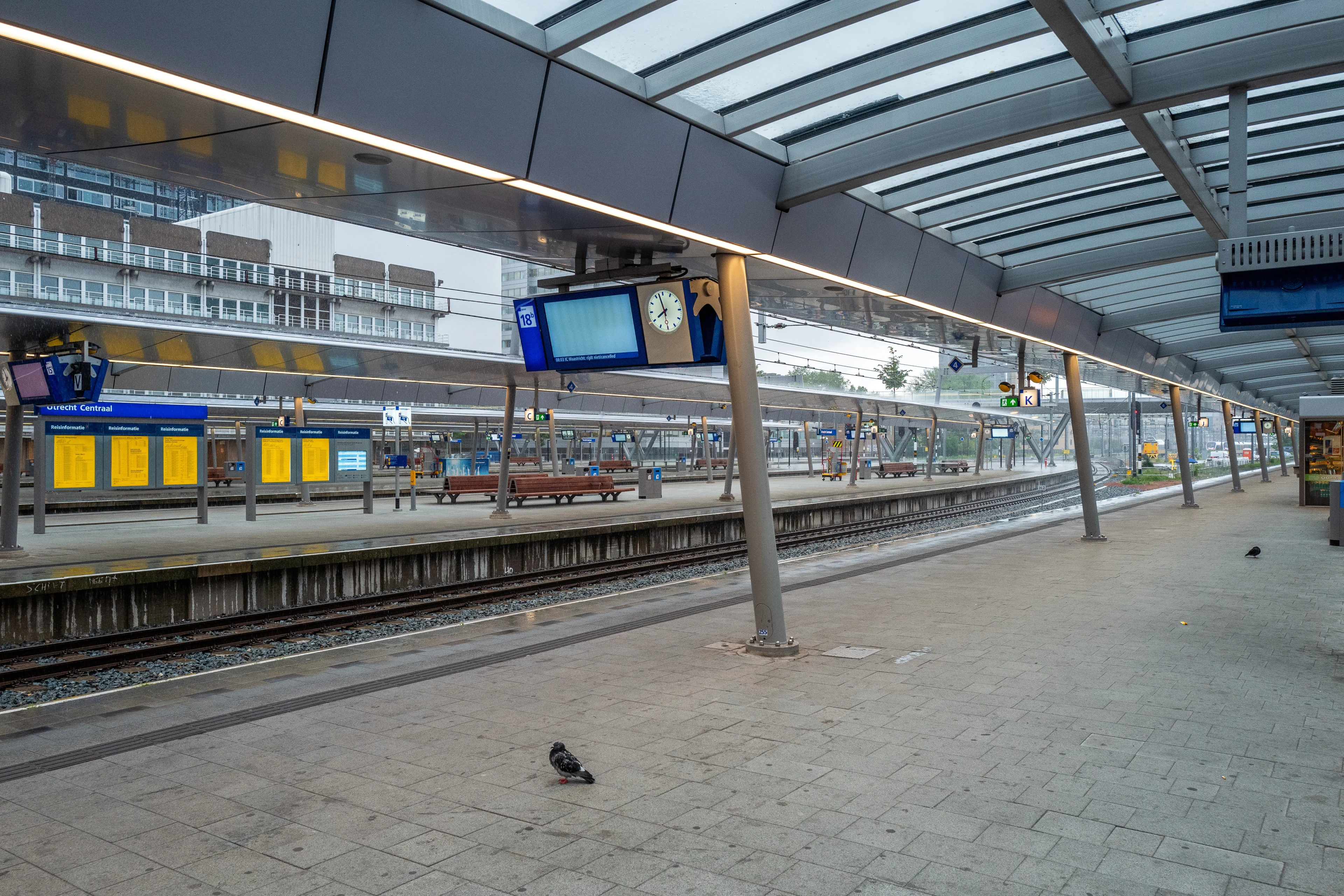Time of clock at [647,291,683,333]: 7:57
